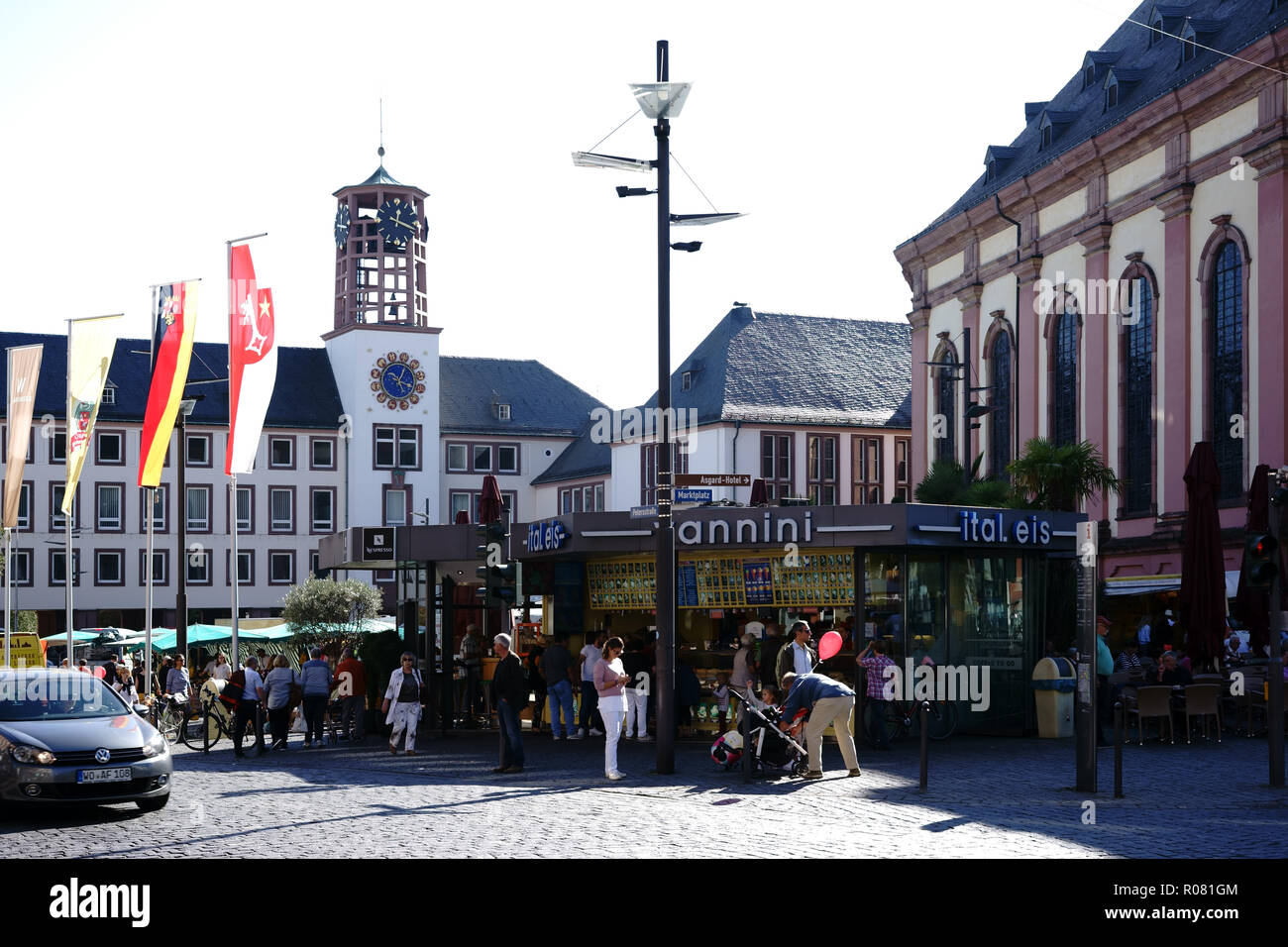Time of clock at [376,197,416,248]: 12:17
